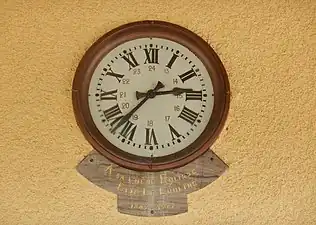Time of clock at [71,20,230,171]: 2:37
